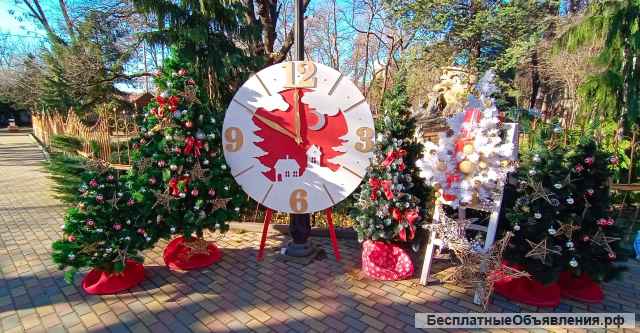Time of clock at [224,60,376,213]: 11:49
